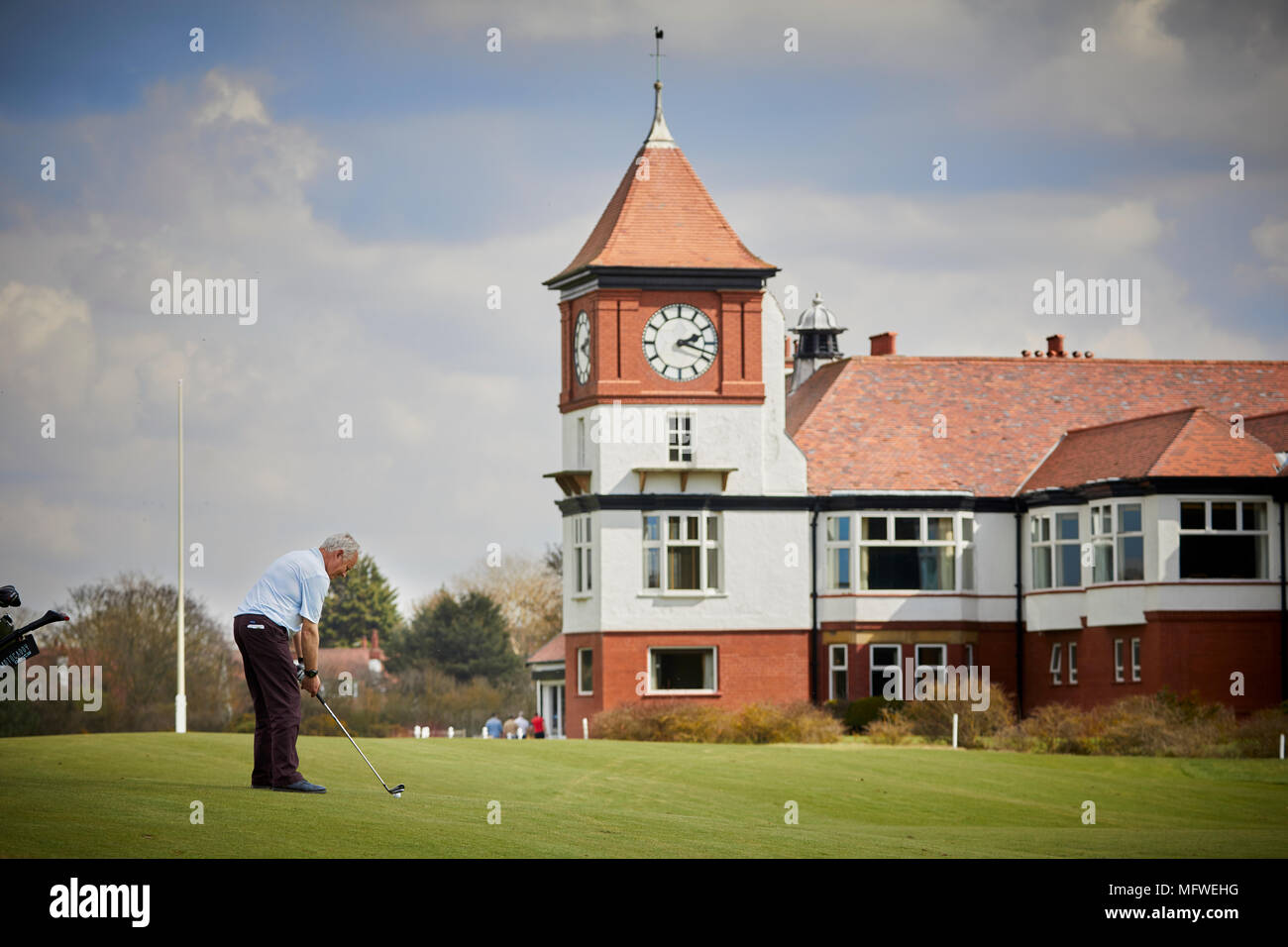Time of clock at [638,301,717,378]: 2:18
